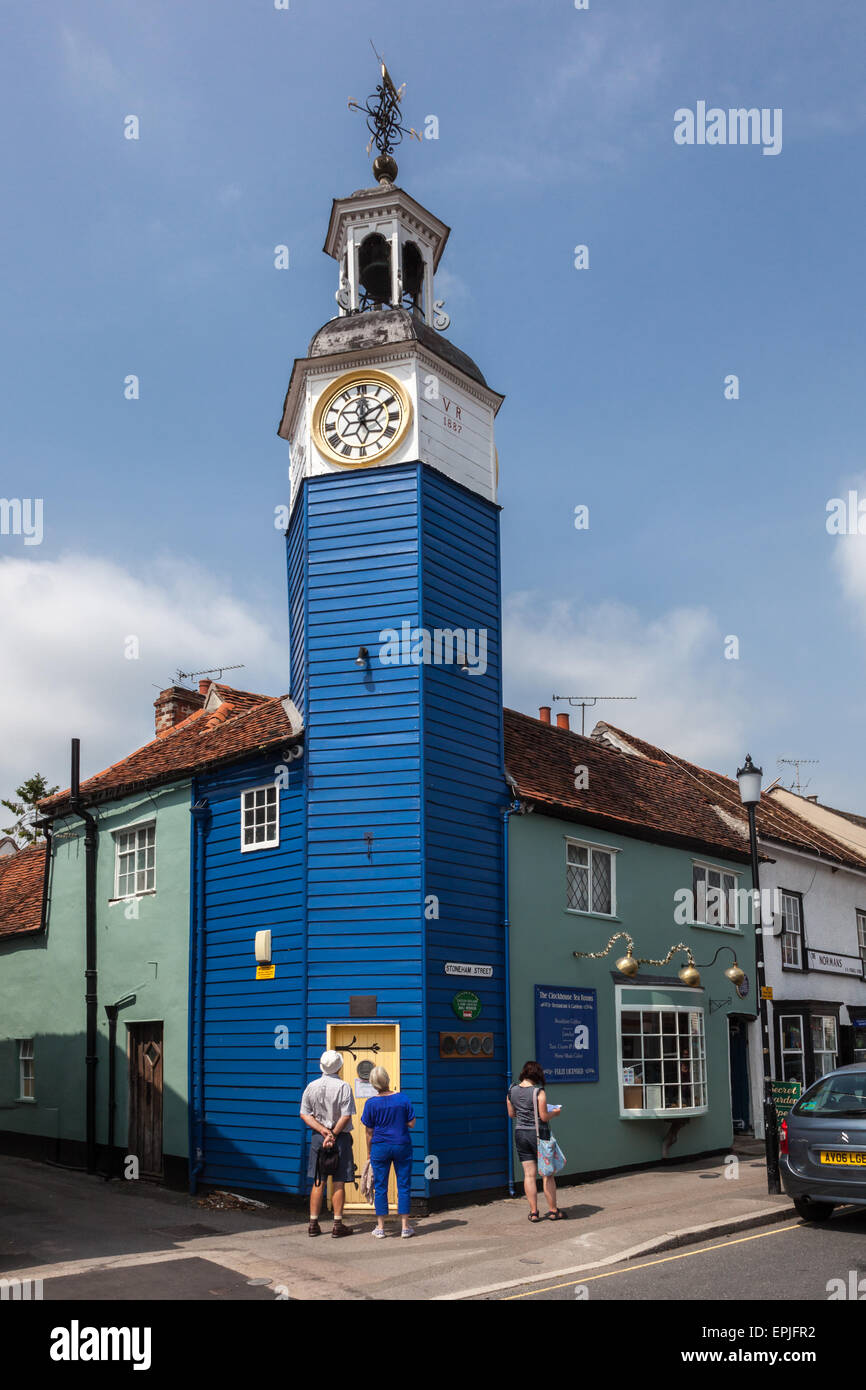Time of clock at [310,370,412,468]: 12:09
